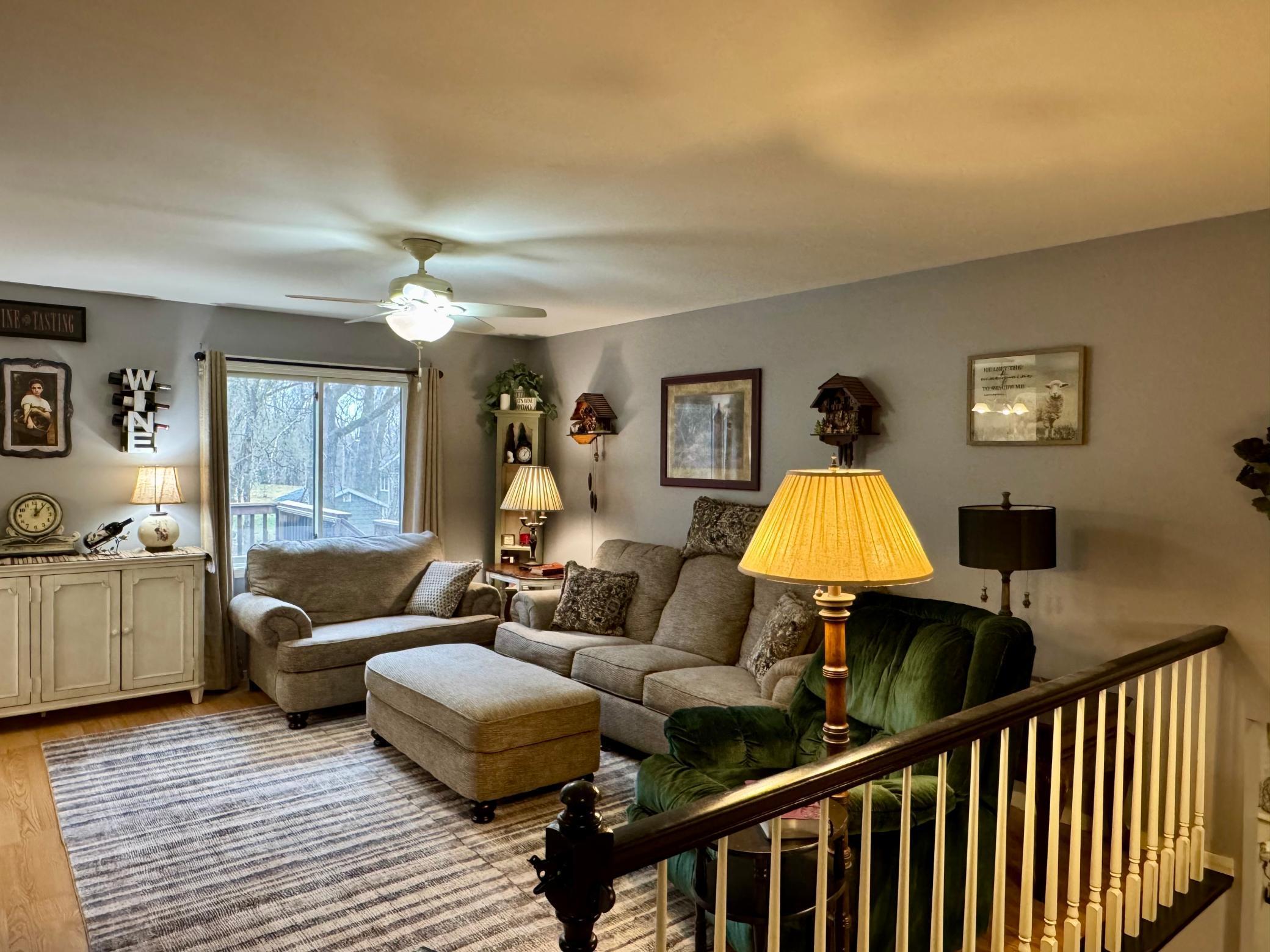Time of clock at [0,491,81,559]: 12:06
